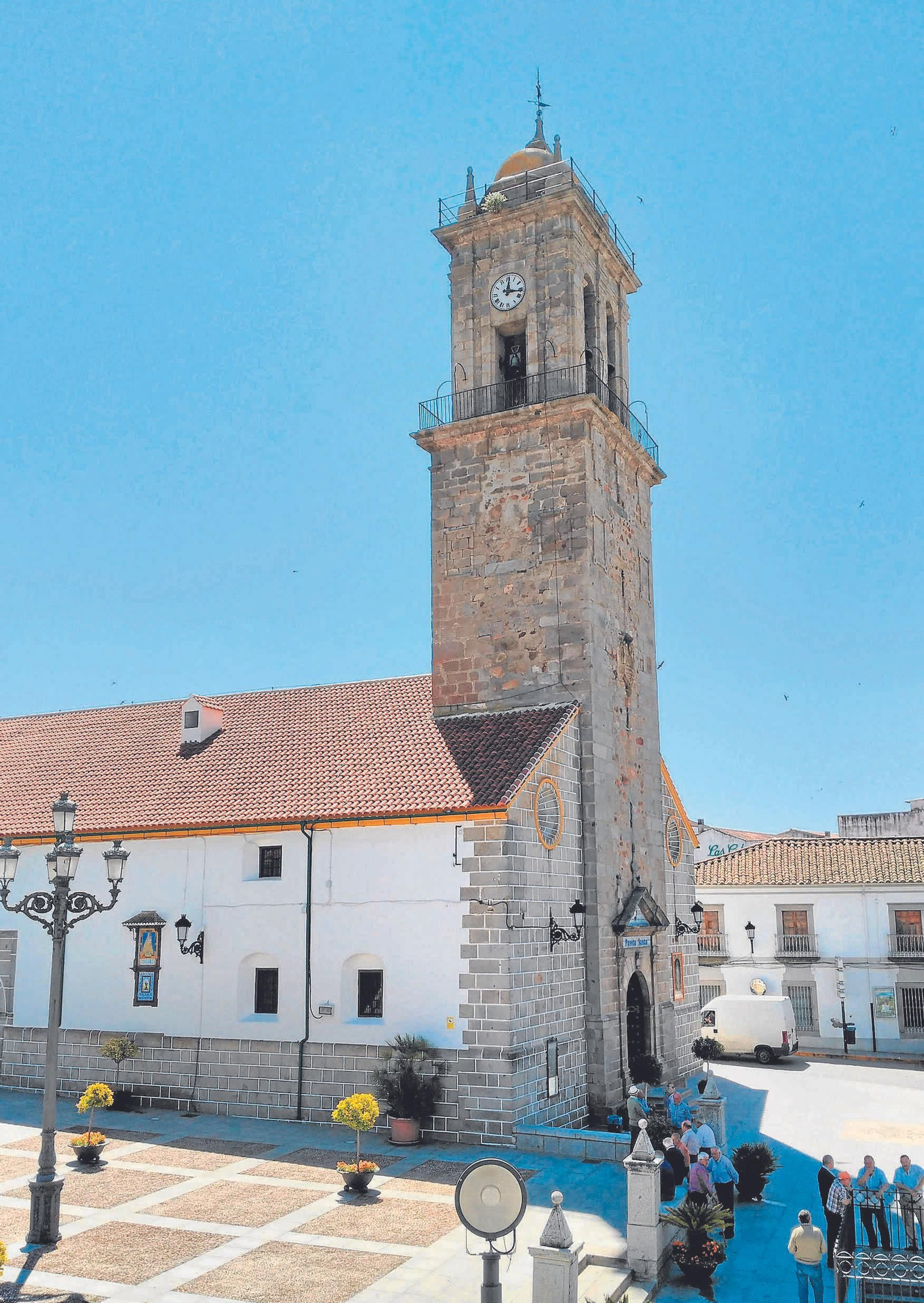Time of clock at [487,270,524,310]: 12:16
